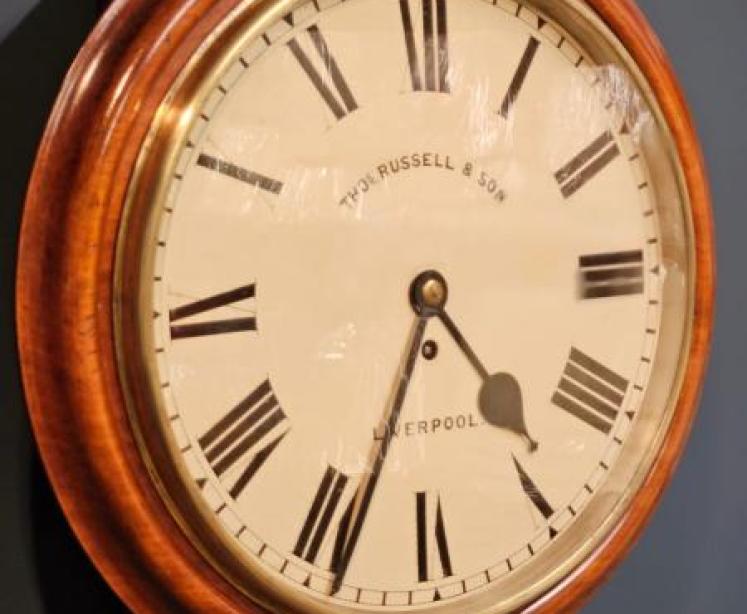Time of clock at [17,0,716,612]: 4:33
